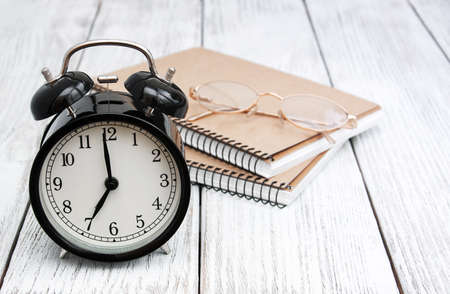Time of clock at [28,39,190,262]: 6:59
